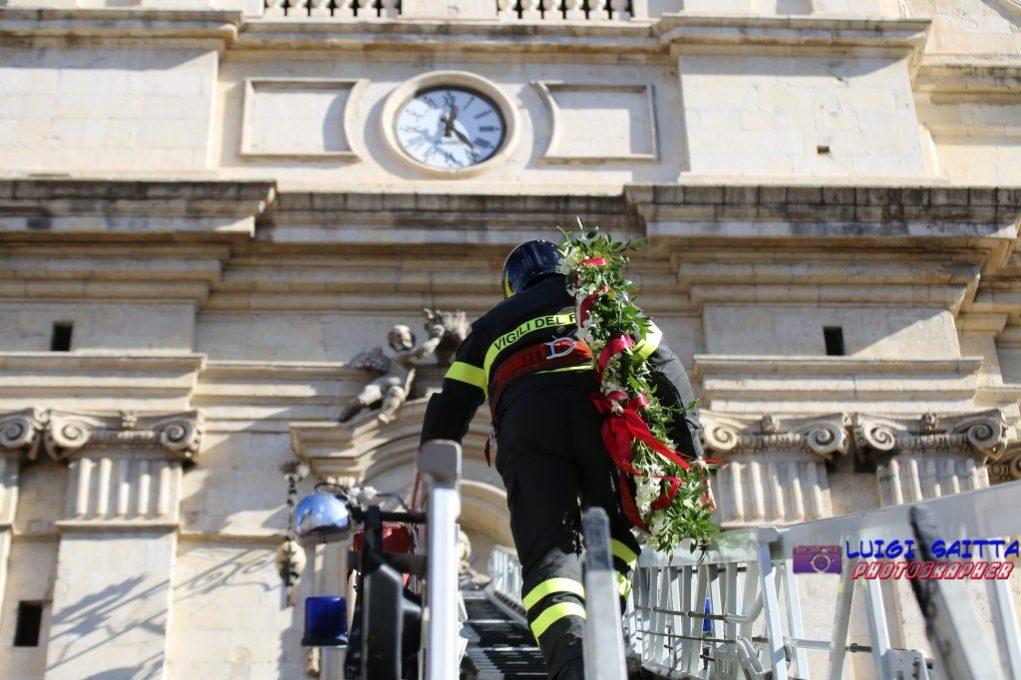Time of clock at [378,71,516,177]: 12:23
